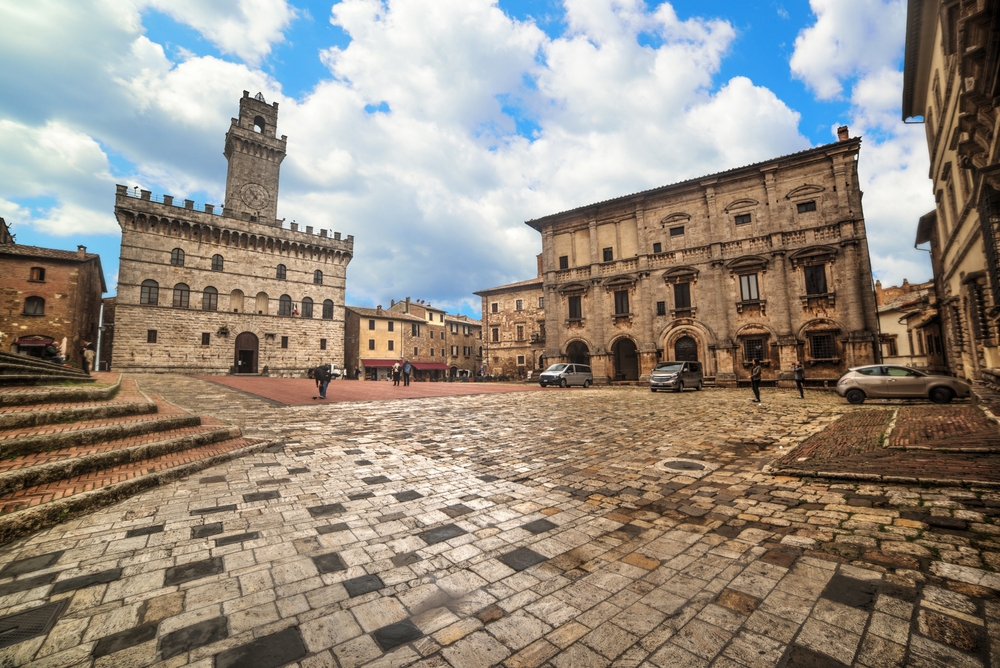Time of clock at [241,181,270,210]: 10:36
